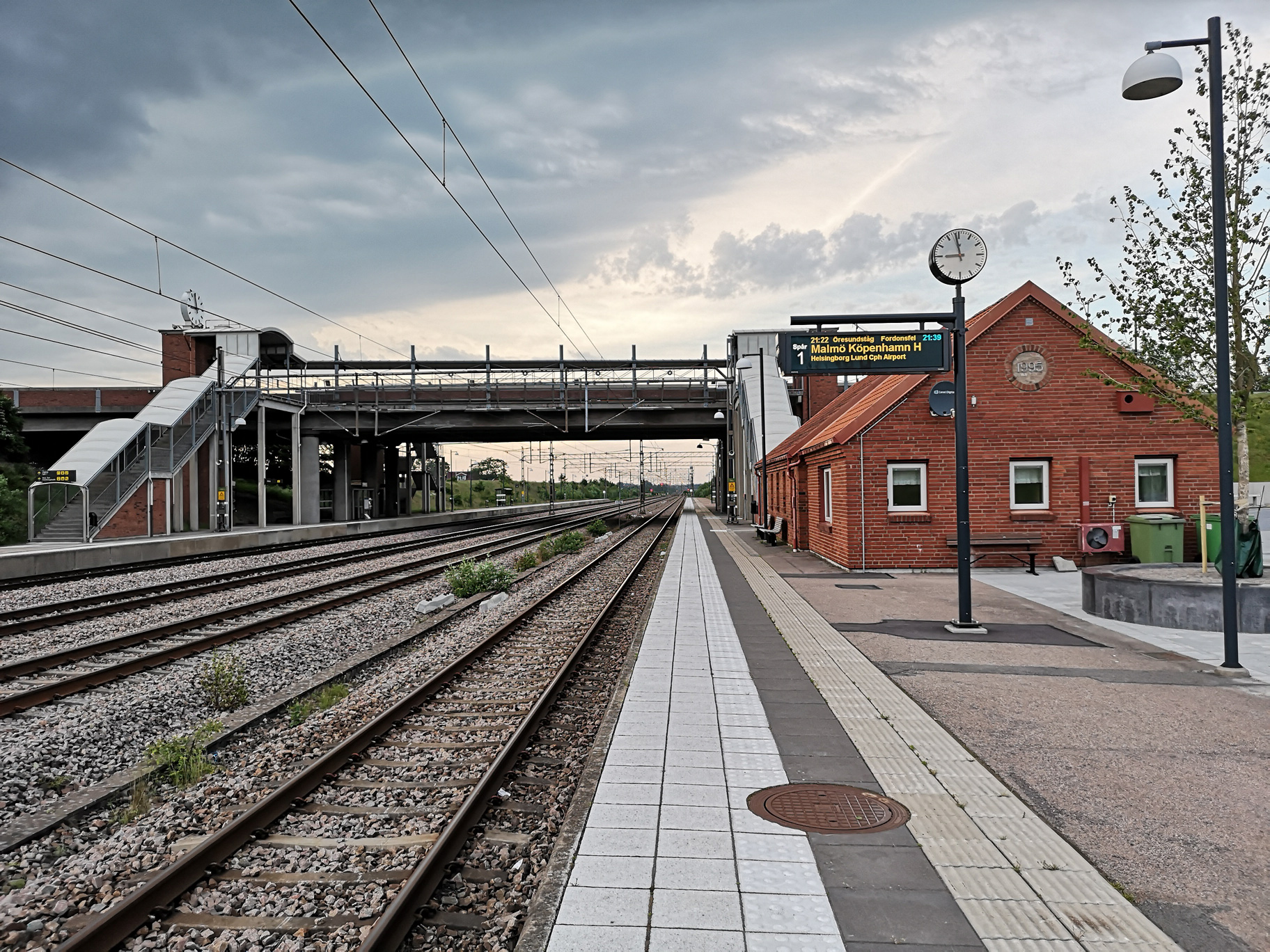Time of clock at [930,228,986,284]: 8:58
